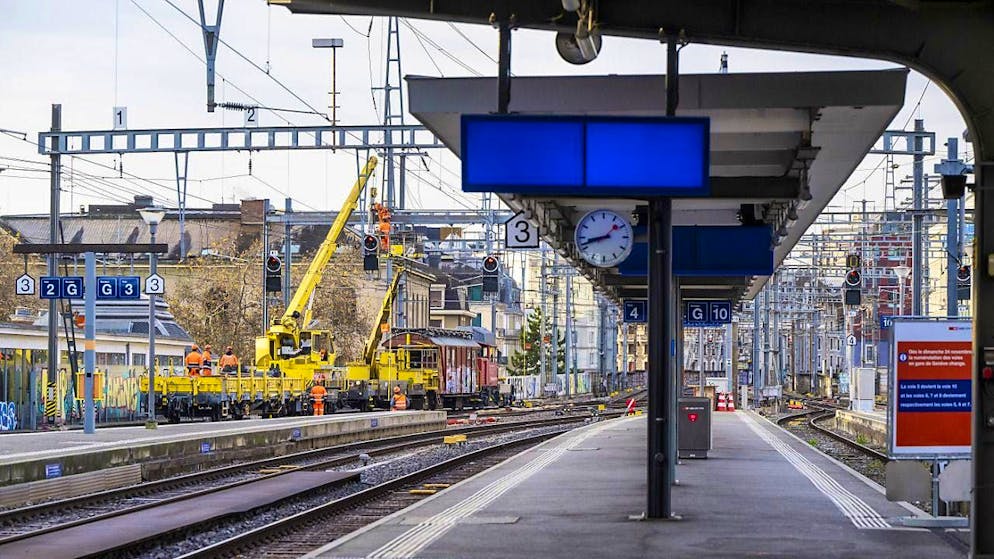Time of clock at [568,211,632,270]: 1:42
